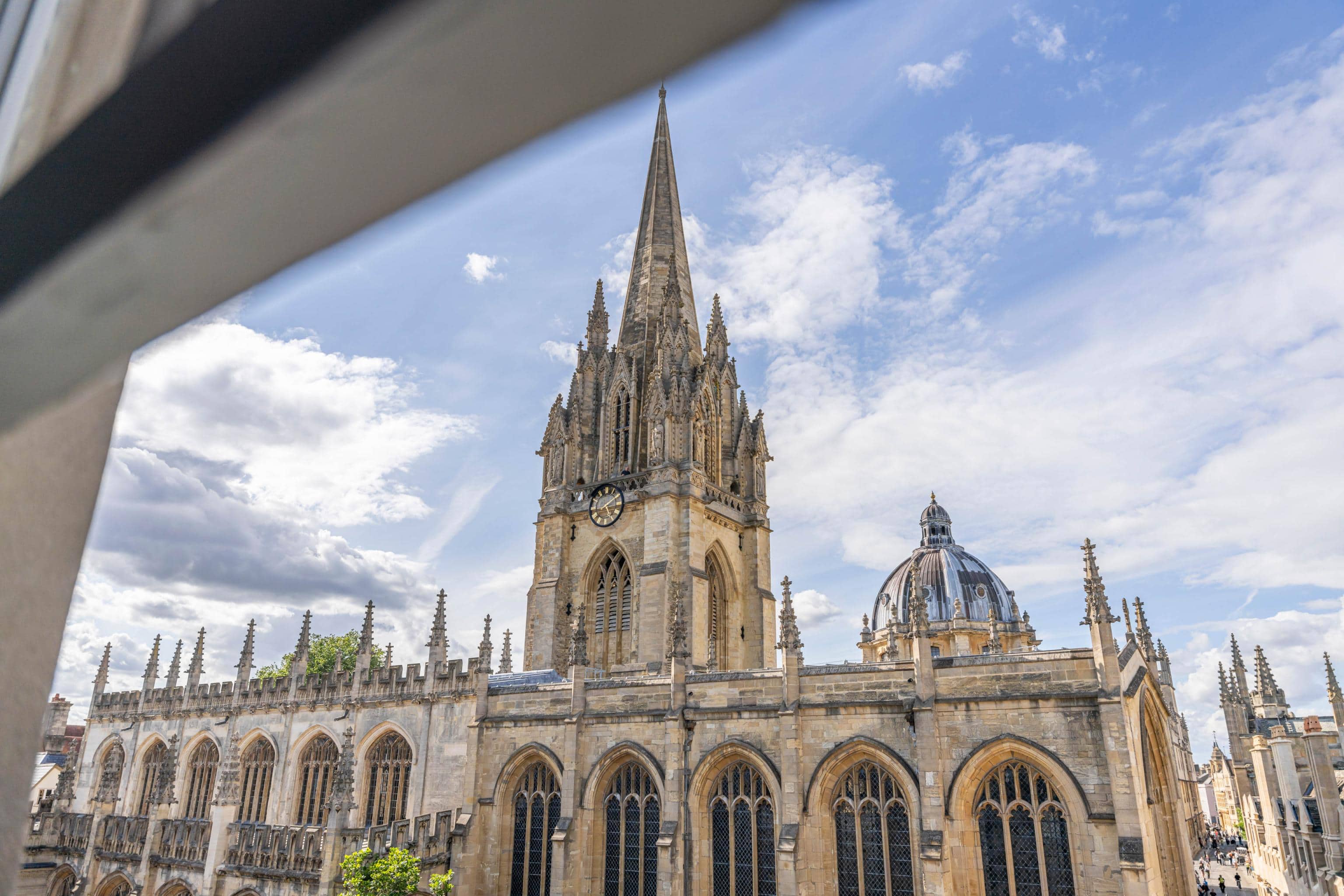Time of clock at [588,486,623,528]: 5:09
